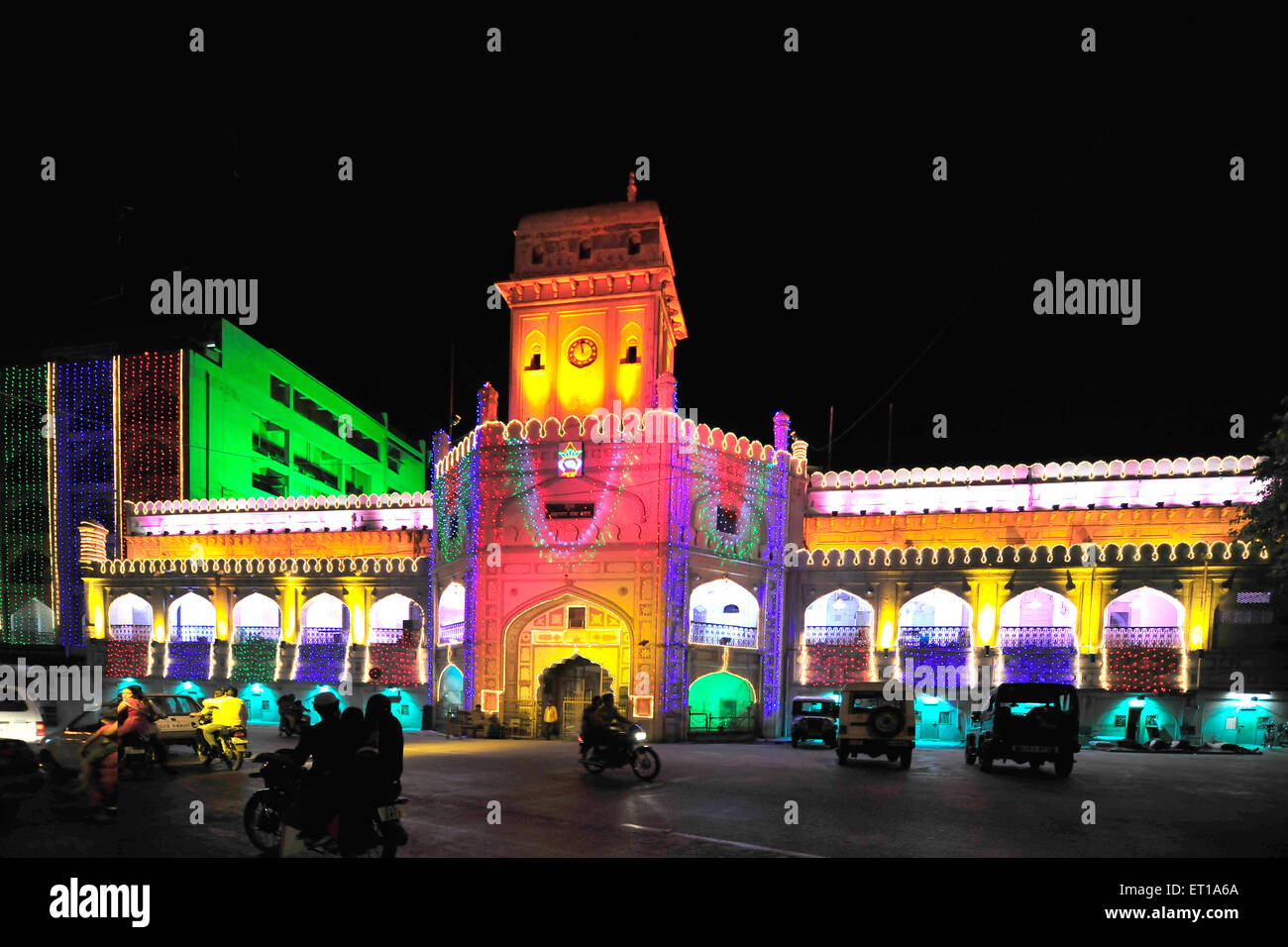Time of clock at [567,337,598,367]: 11:58
